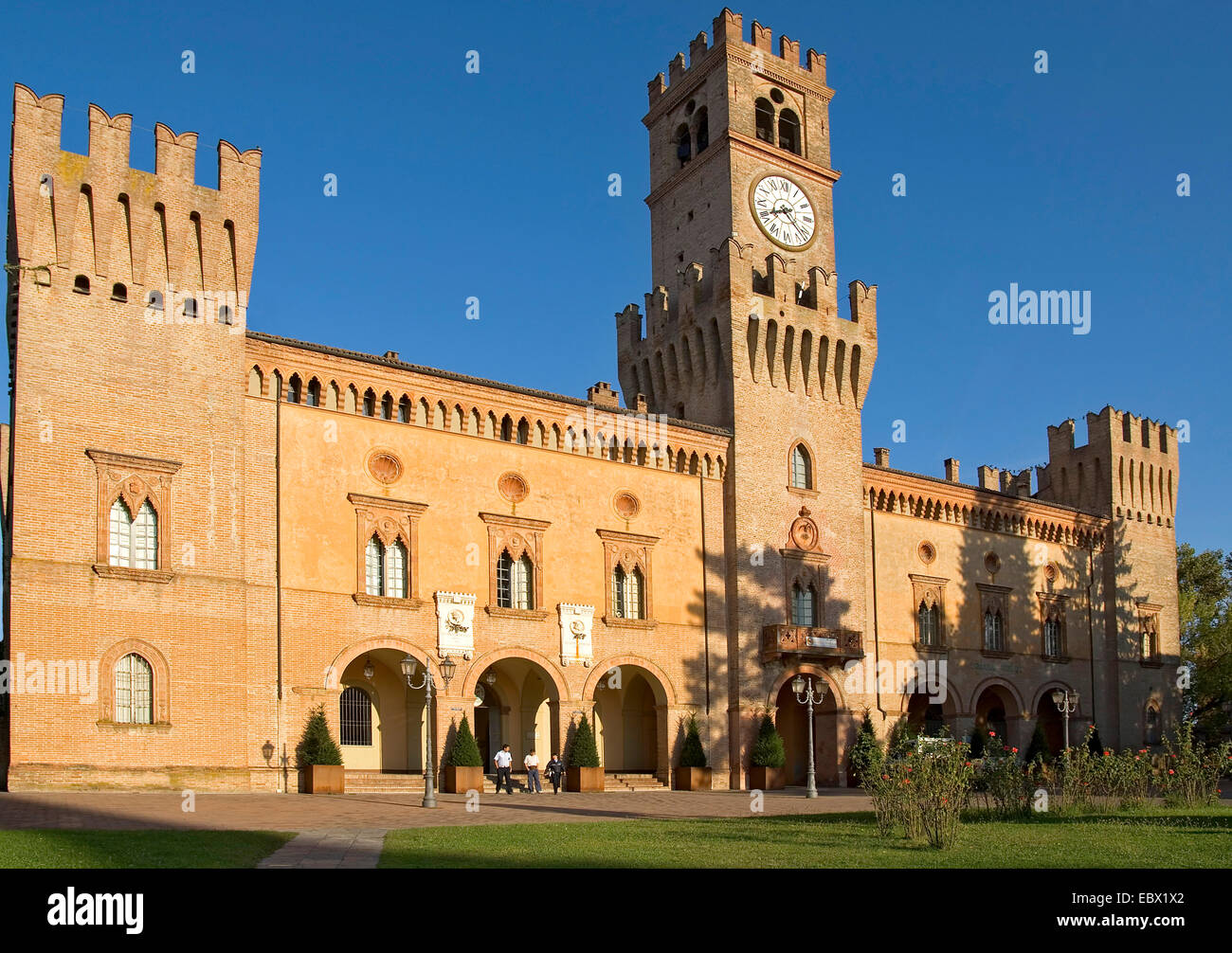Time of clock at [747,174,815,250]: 8:22
